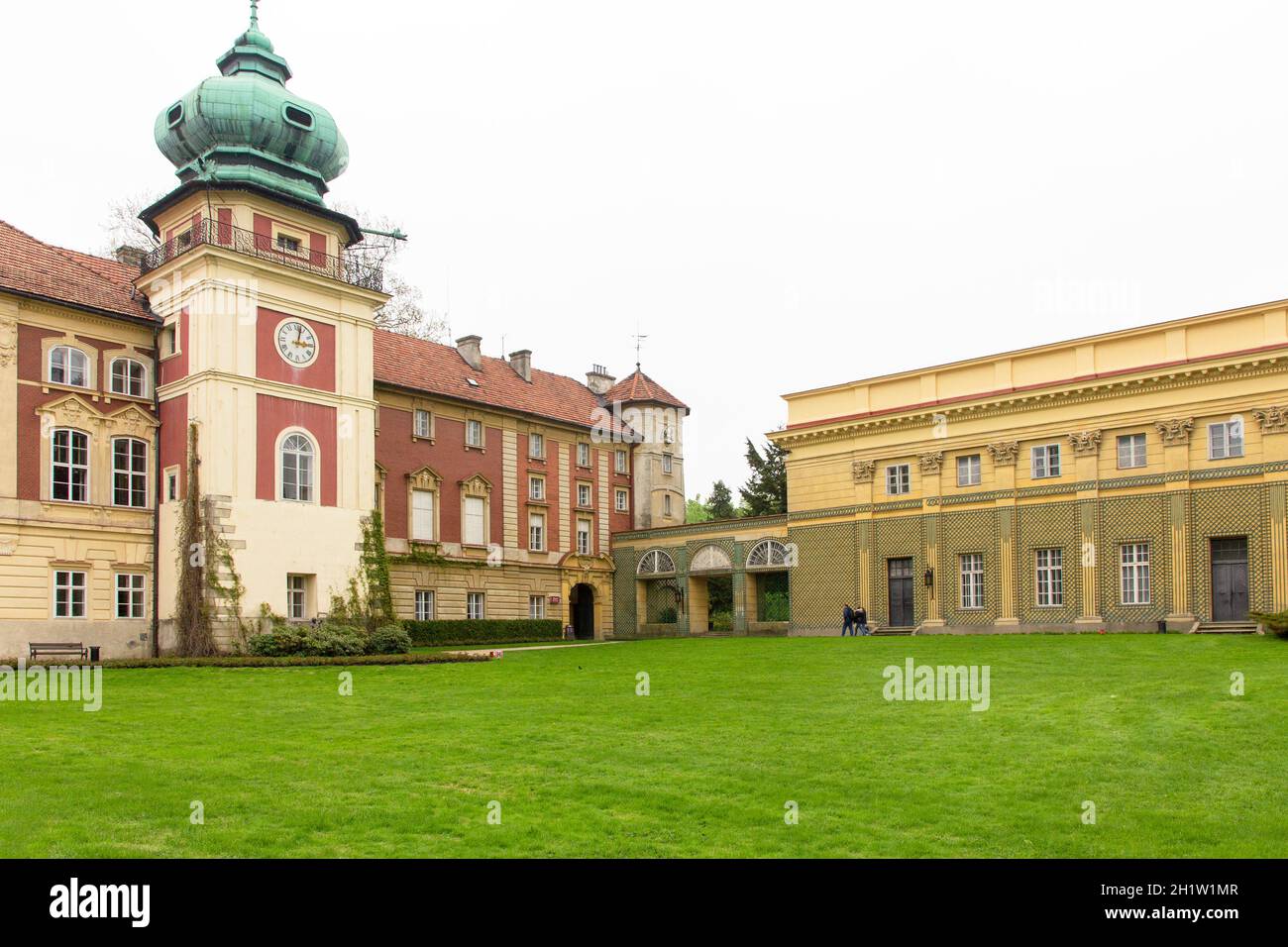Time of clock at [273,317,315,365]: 3:02
